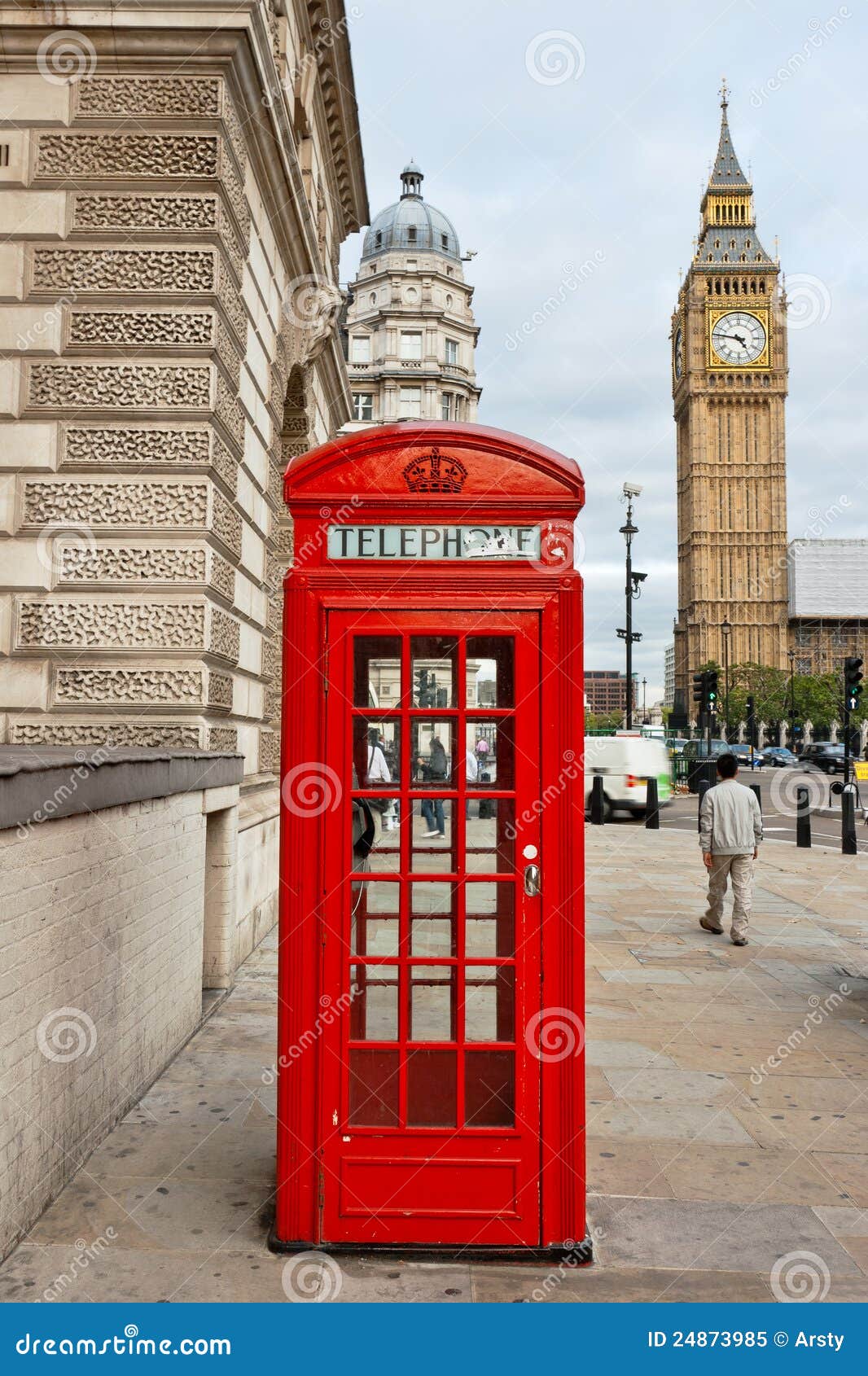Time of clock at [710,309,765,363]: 4:46
